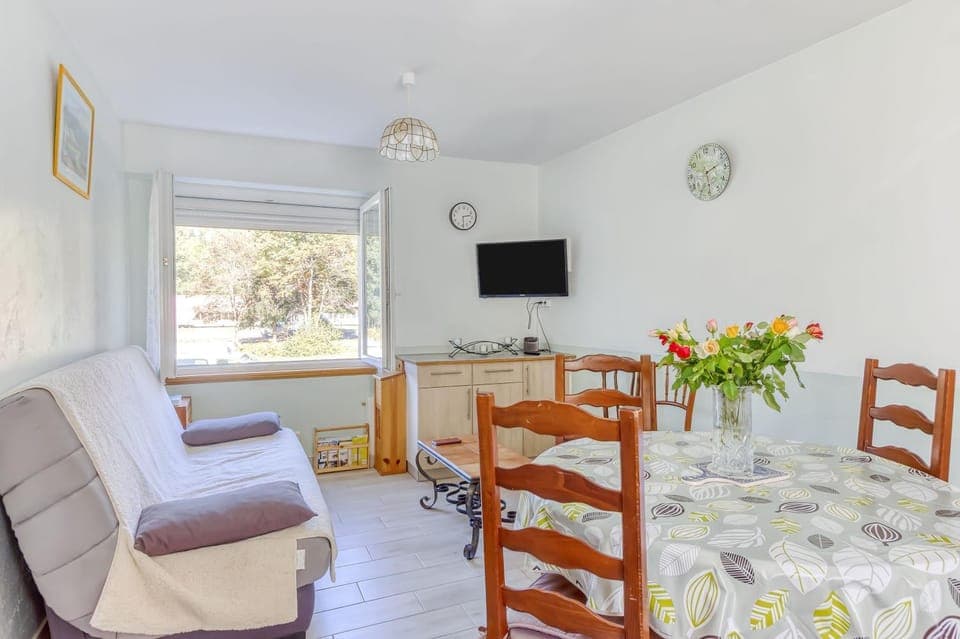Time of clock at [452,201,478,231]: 2:29
